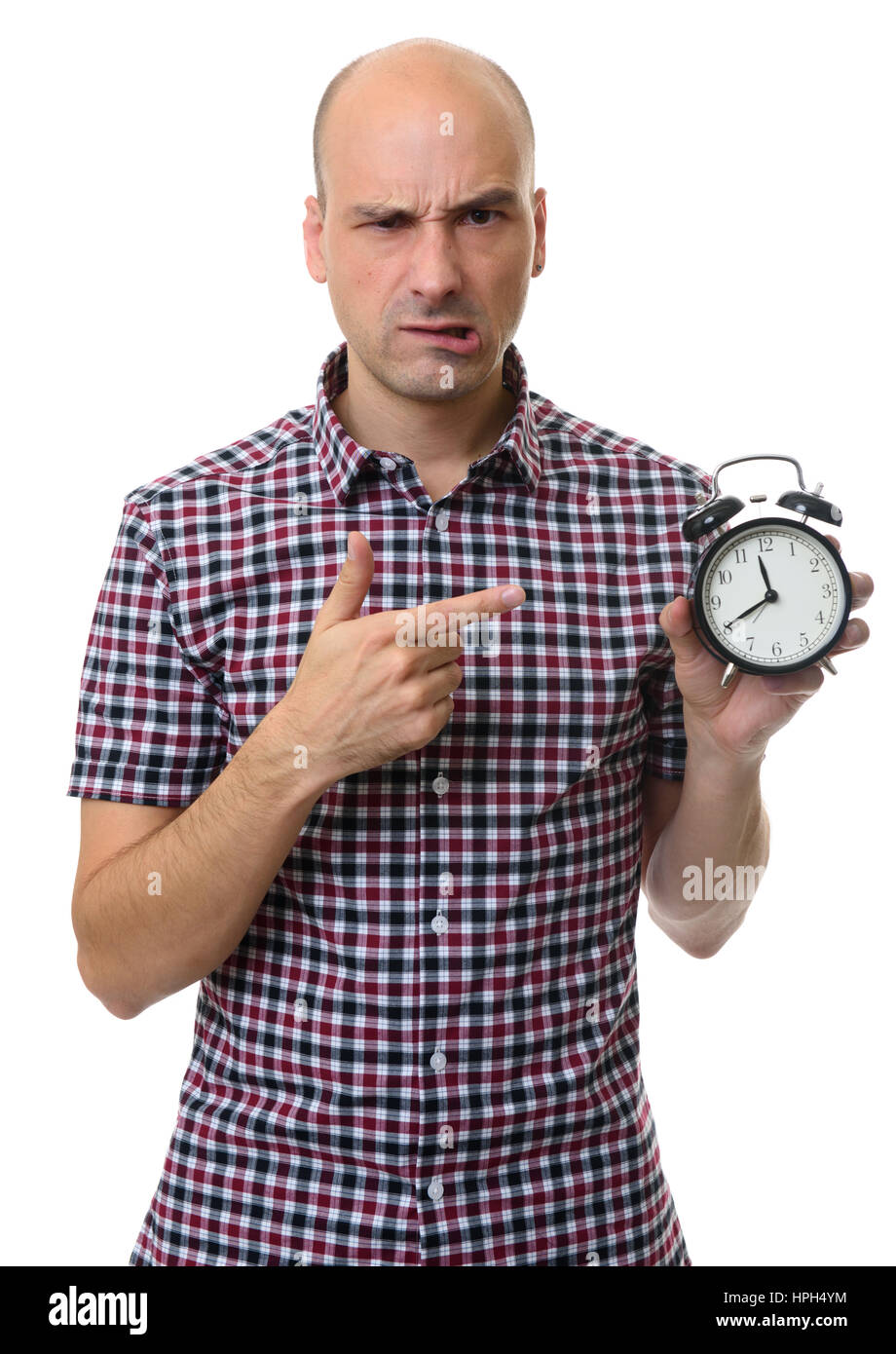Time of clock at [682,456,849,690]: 11:40
